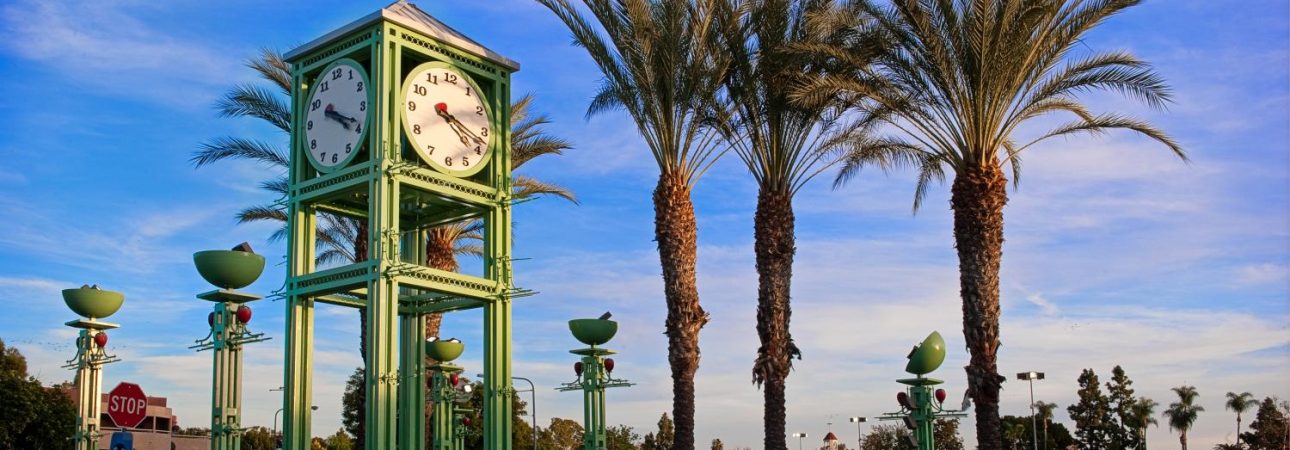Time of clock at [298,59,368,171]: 4:19
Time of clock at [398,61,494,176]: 4:18
